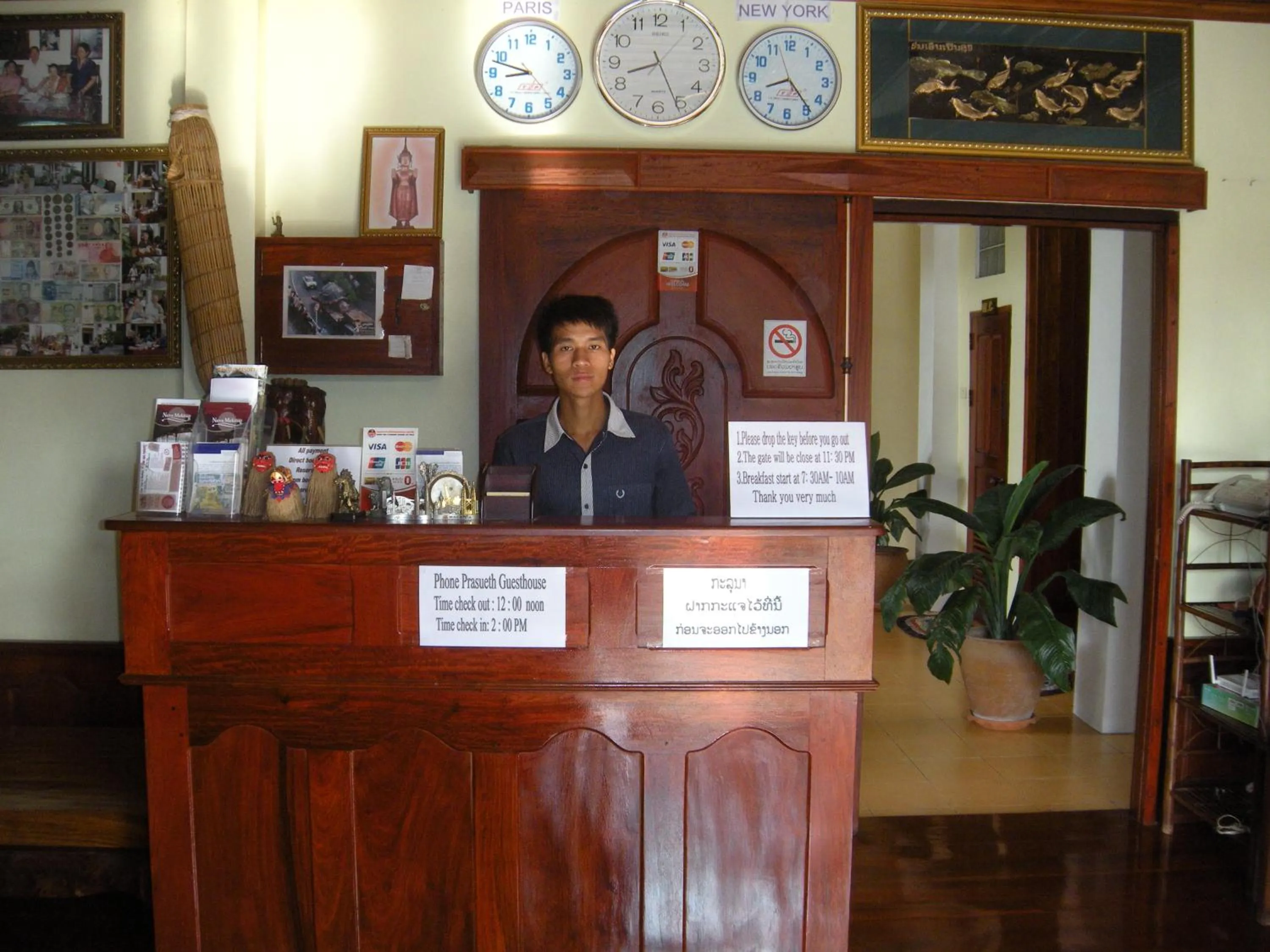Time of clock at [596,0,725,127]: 8:25
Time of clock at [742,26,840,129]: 8:23
